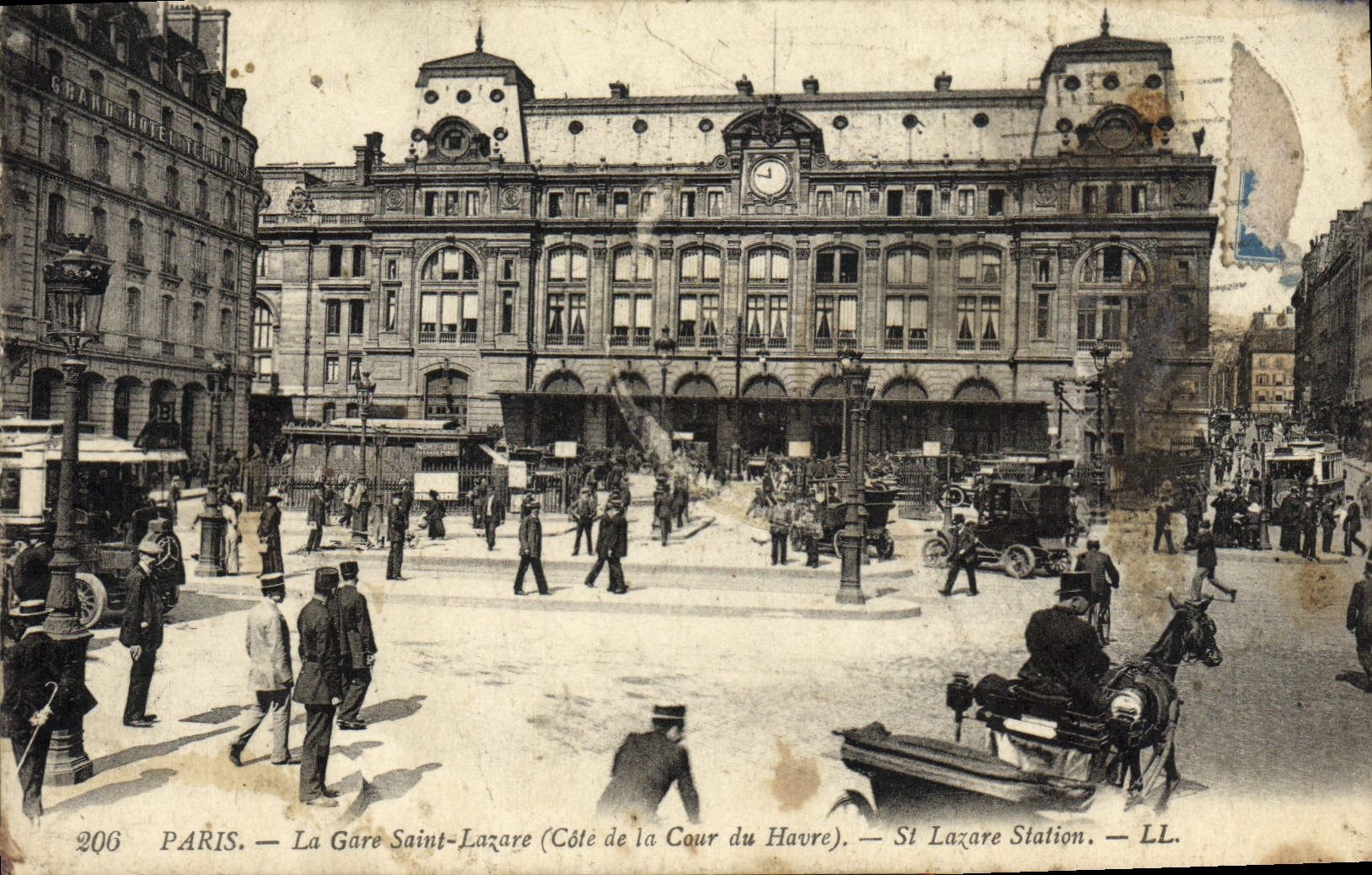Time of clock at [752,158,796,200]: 11:46
